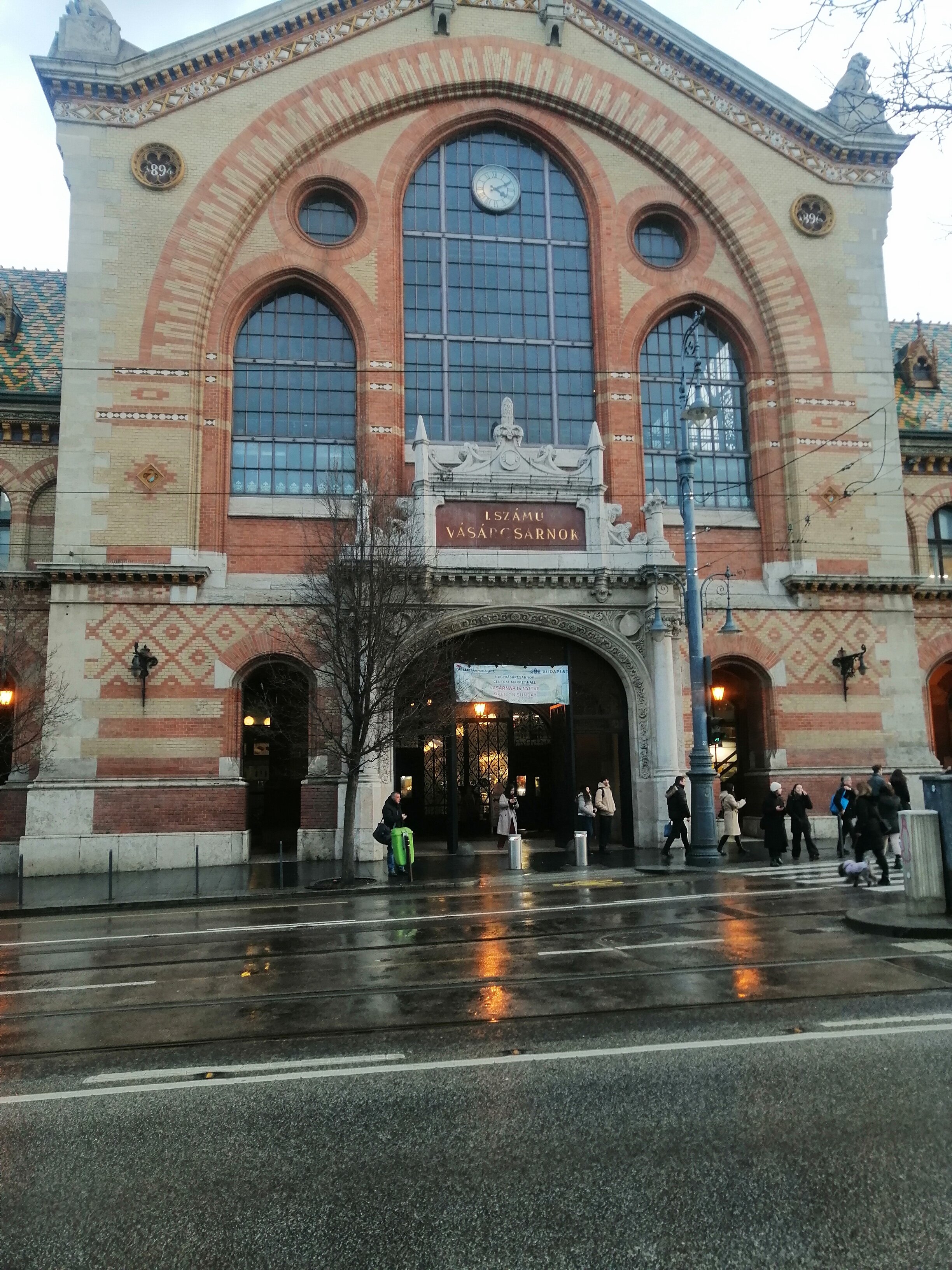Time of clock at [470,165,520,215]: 4:10
